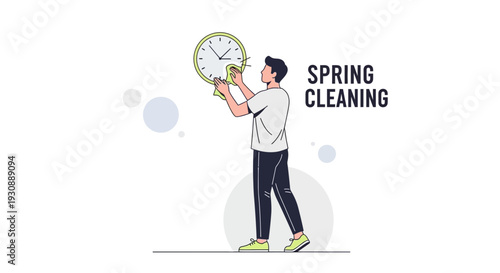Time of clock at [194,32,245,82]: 2:53
